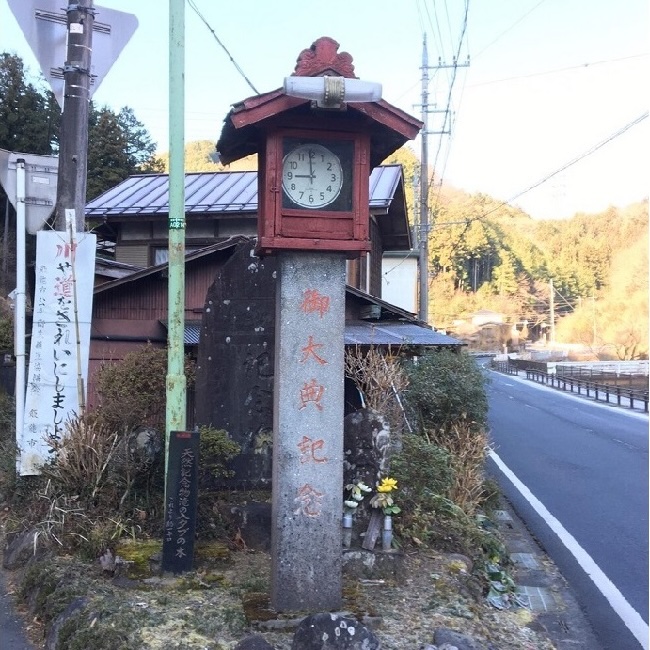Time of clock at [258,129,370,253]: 8:59
